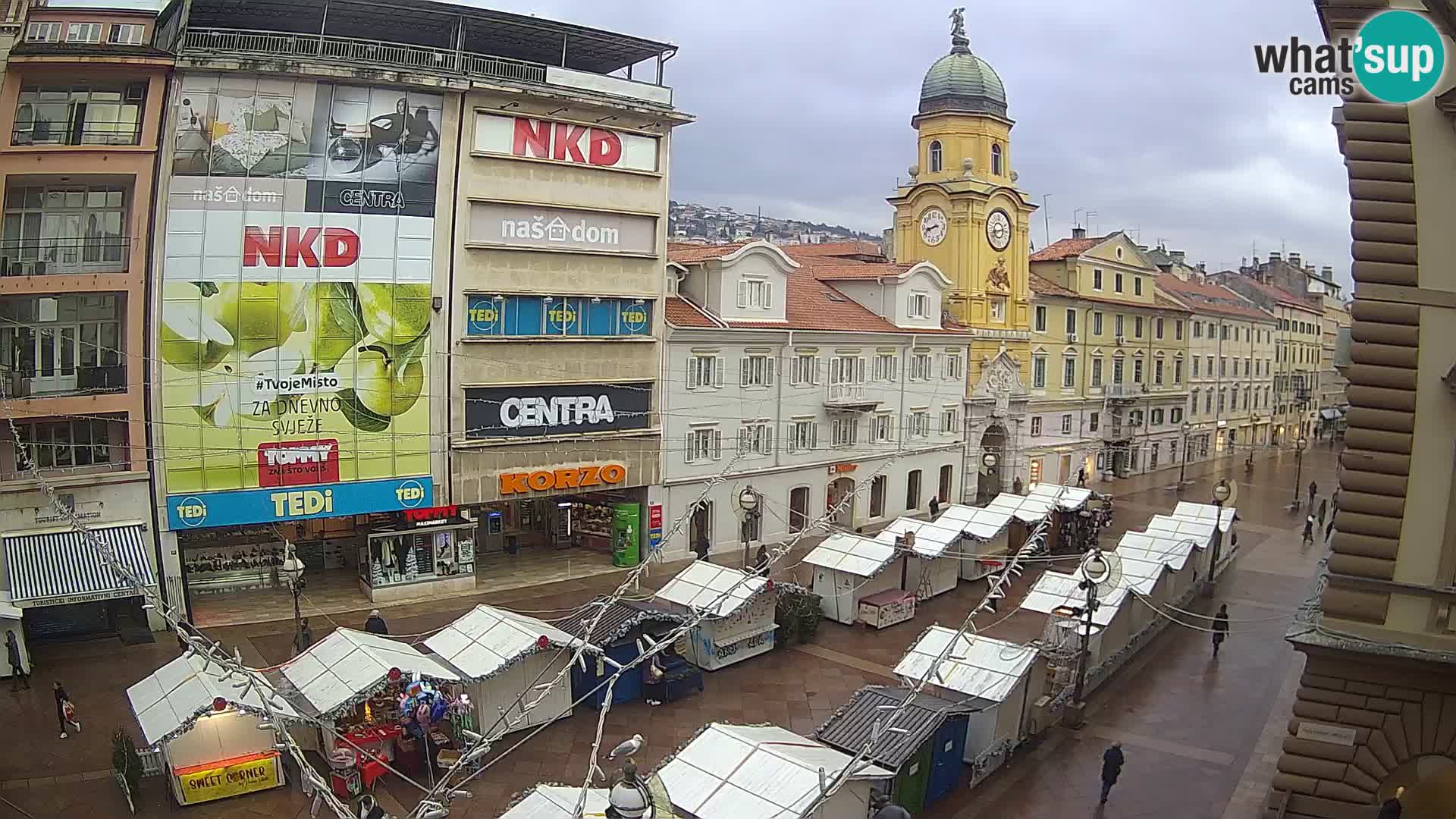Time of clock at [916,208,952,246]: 8:42
